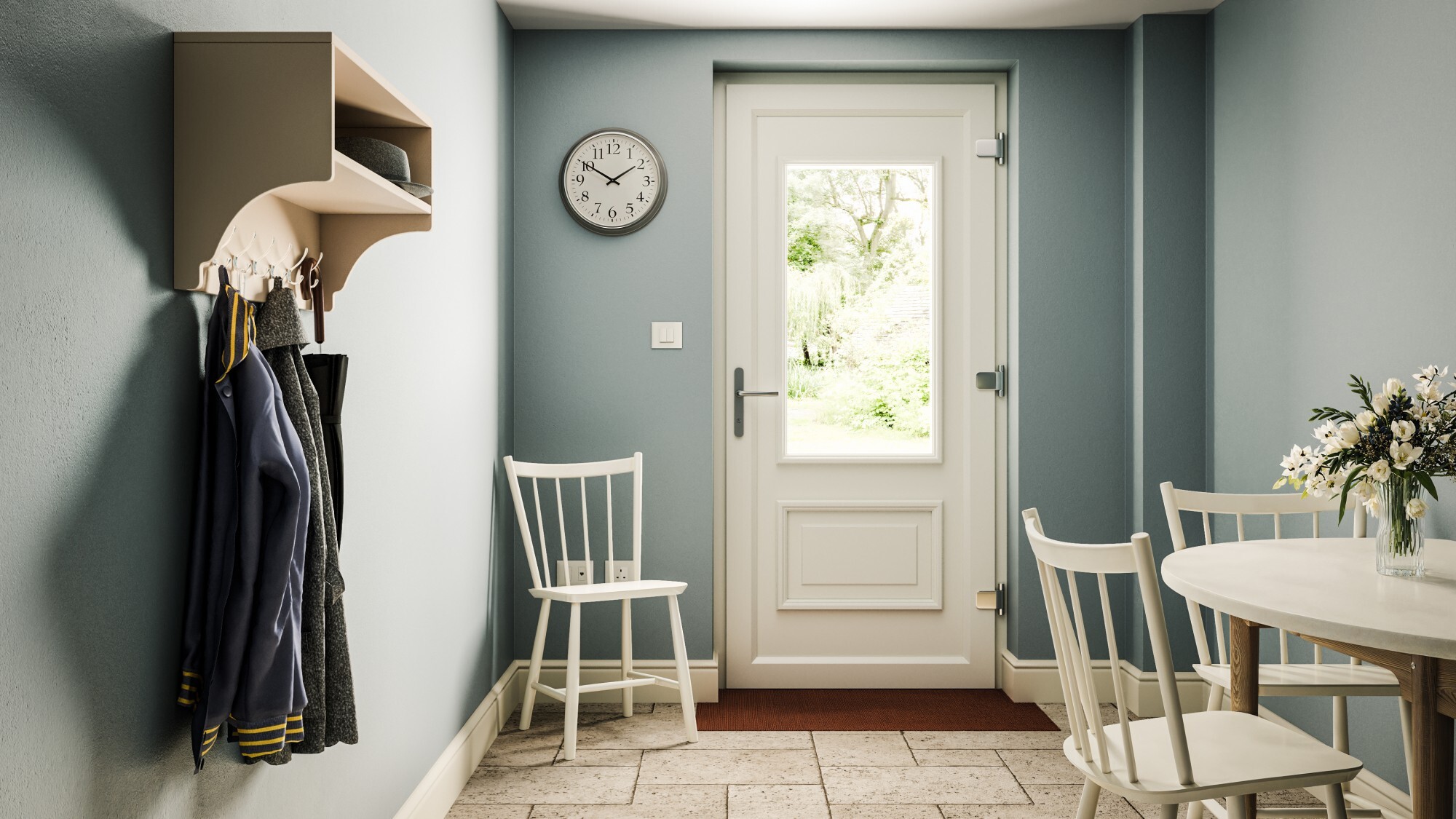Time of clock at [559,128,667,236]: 1:50
